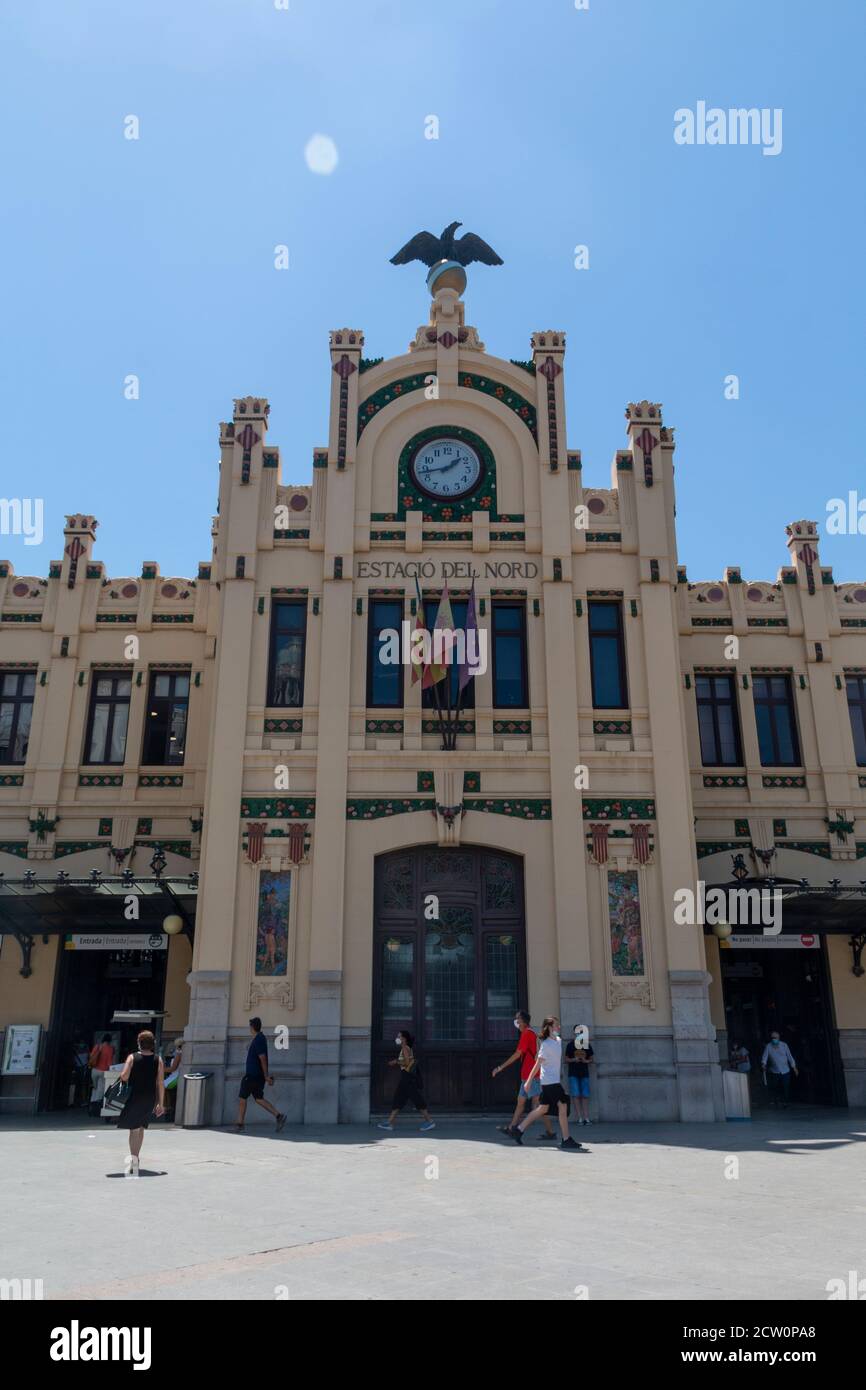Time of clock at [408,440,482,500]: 1:43
